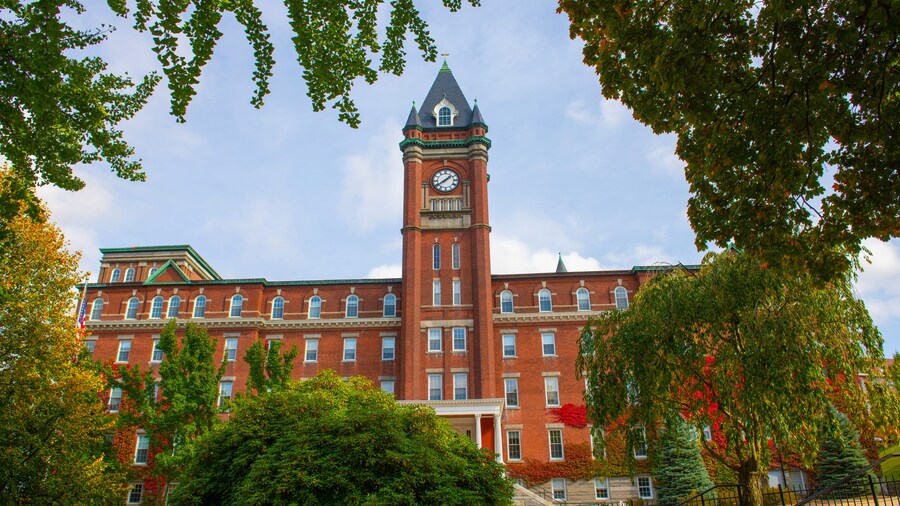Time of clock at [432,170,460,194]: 1:39
